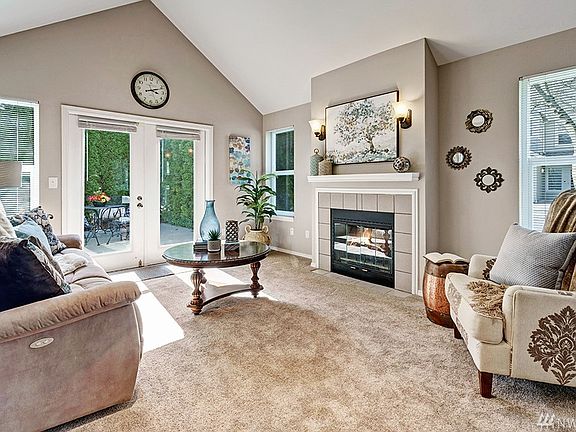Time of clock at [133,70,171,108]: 3:11
